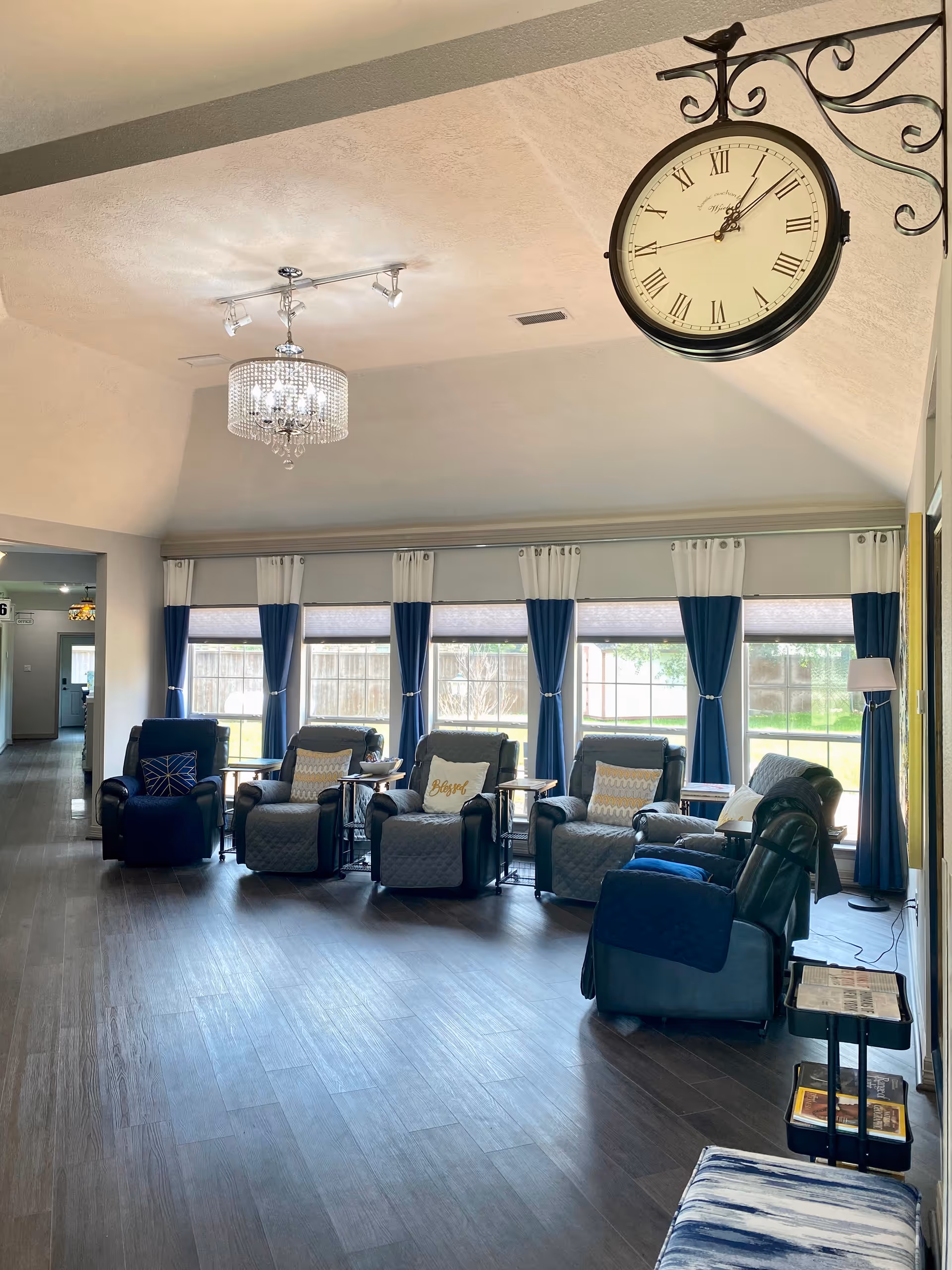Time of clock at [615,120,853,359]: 1:08
